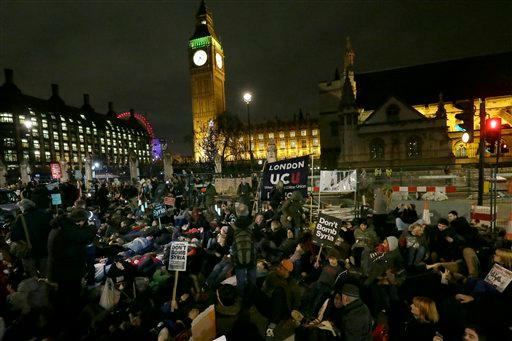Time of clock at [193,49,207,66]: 4:35
